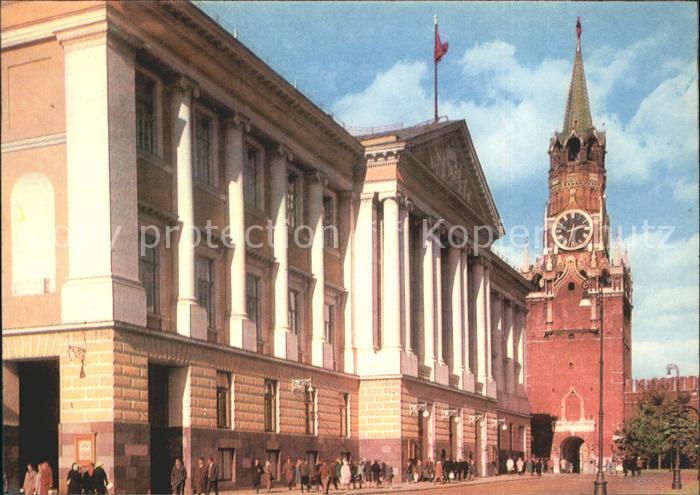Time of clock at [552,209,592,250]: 2:32
